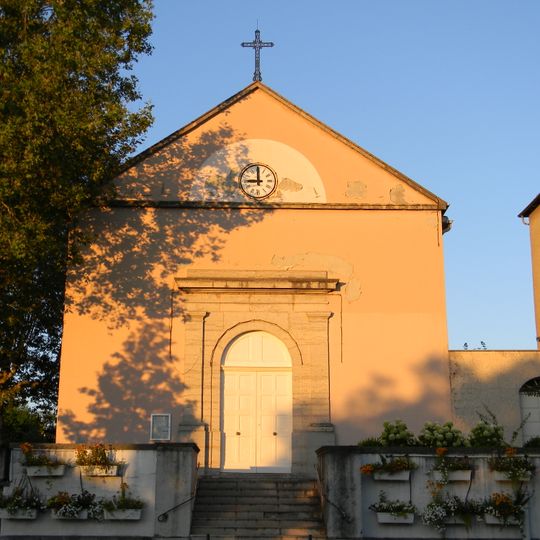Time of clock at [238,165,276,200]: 8:59
